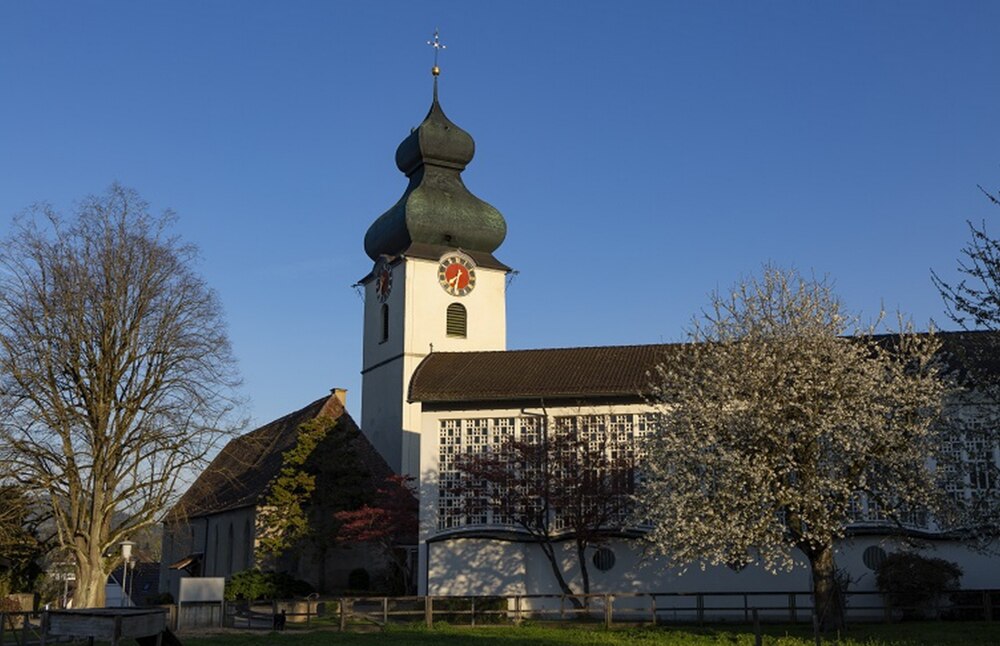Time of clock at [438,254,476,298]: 7:32
